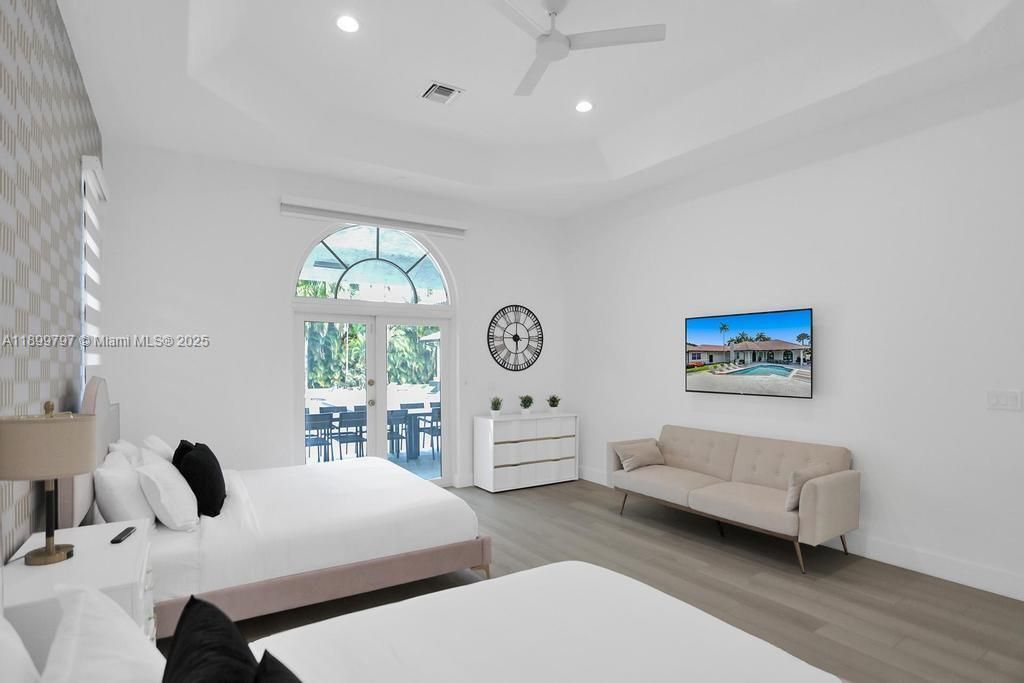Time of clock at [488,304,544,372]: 5:45
